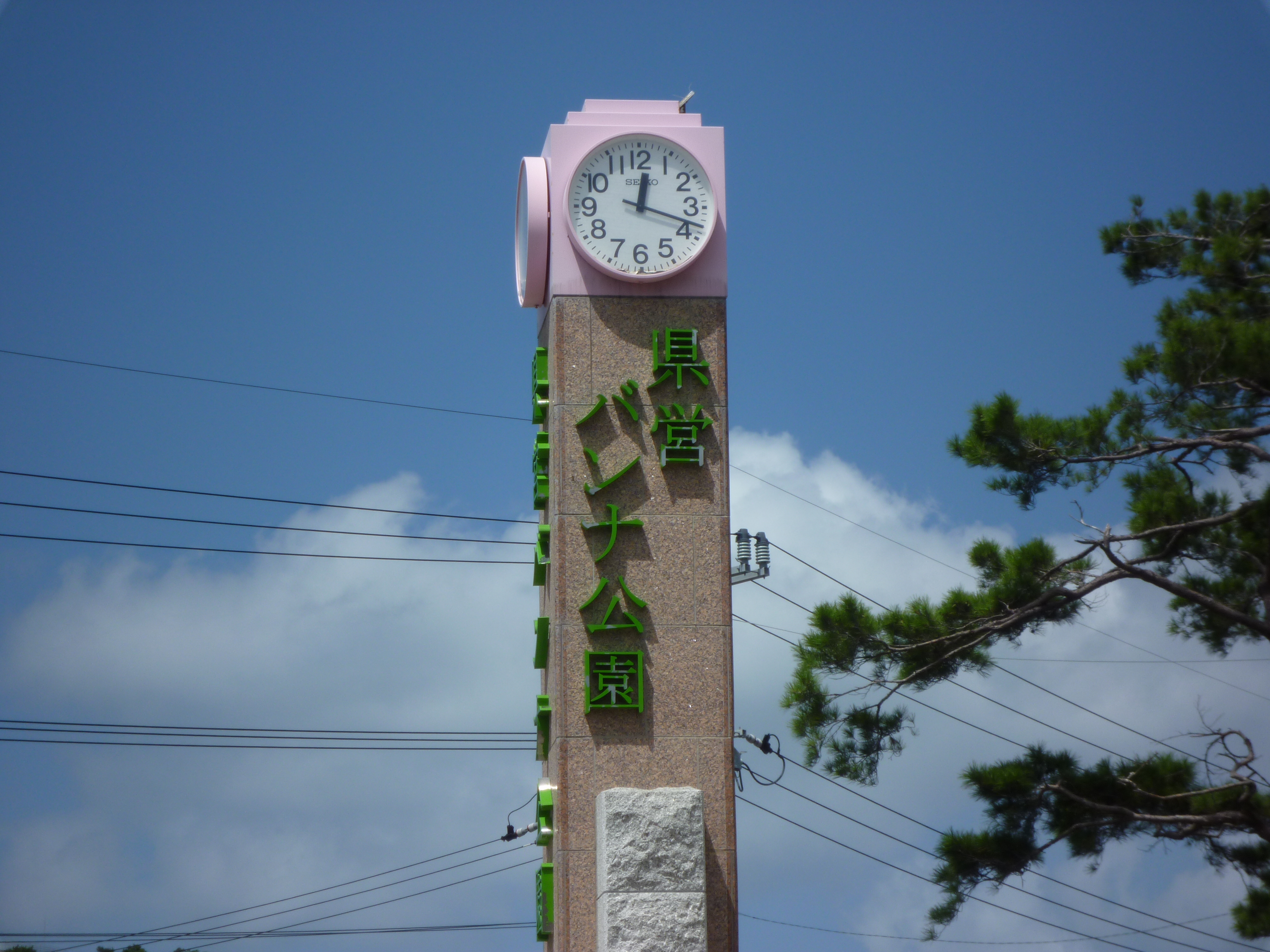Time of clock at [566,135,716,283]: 12:18
